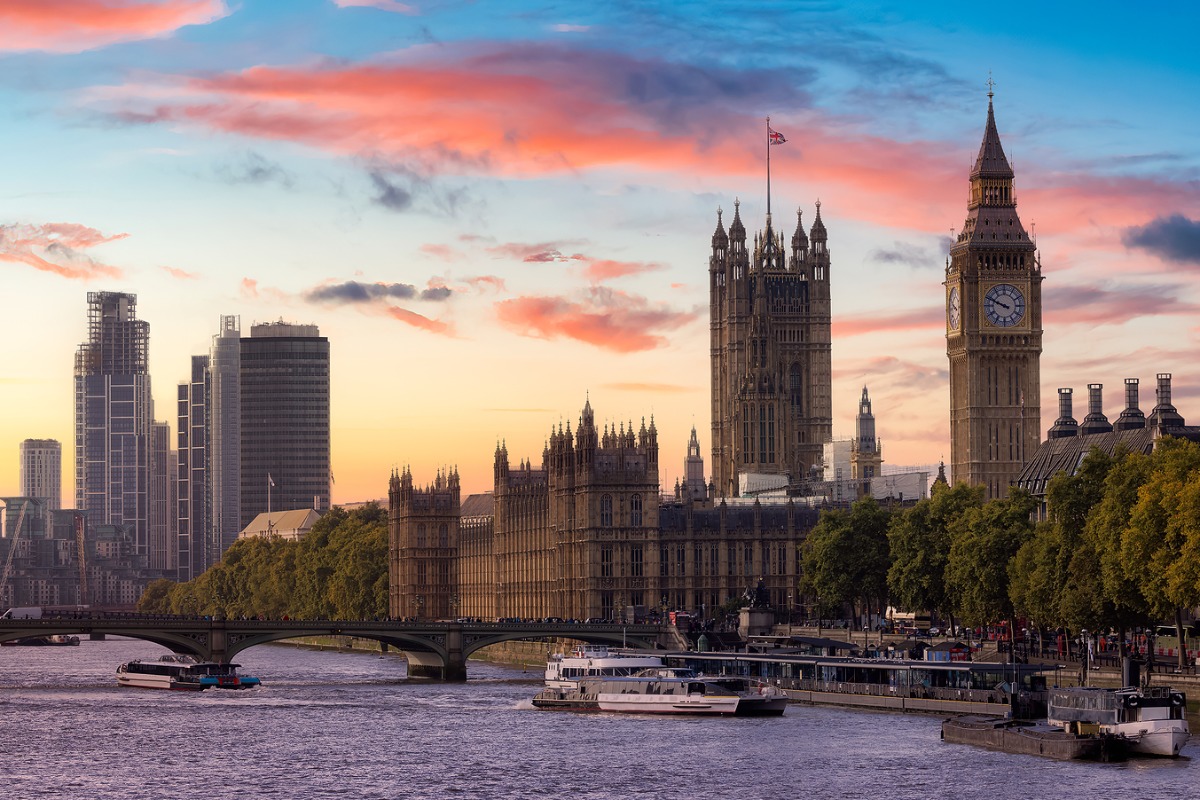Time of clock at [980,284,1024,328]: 9:48
